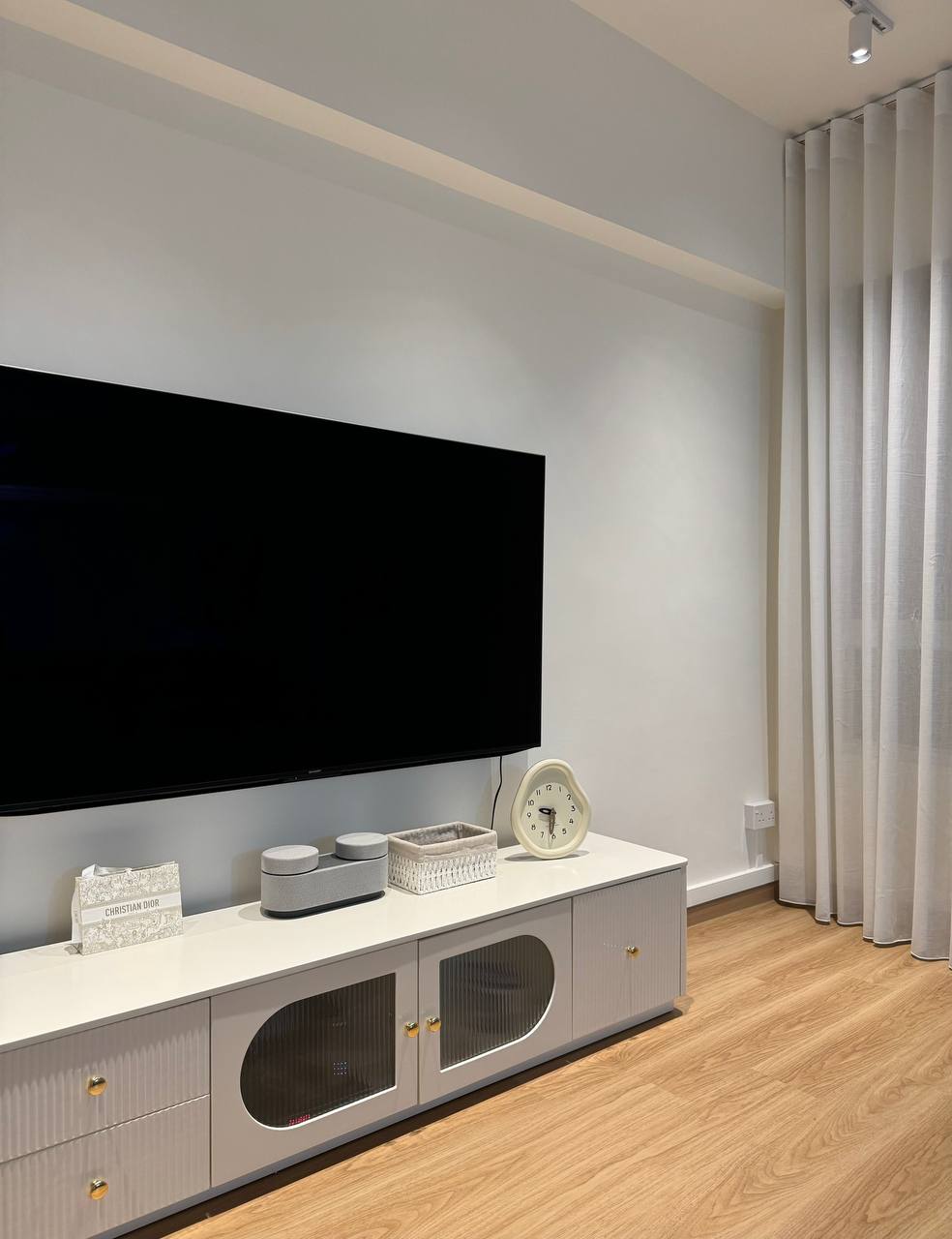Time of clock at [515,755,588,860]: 9:31
